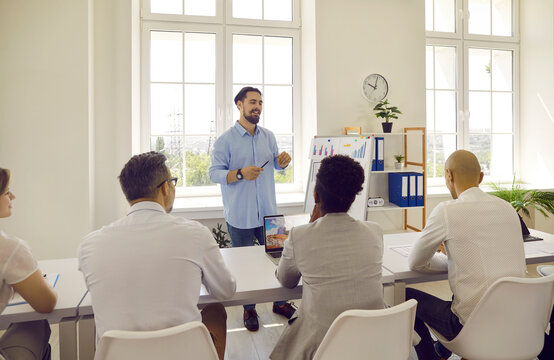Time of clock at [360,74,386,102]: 10:02
